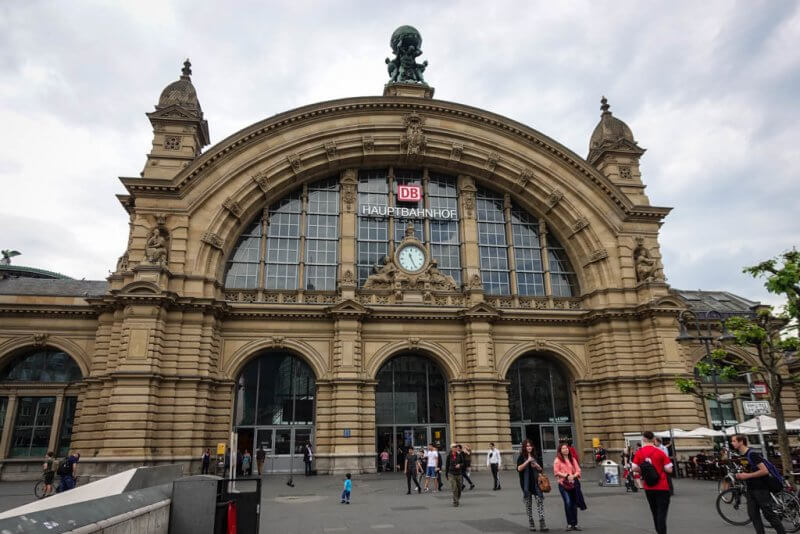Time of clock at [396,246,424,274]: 11:25
